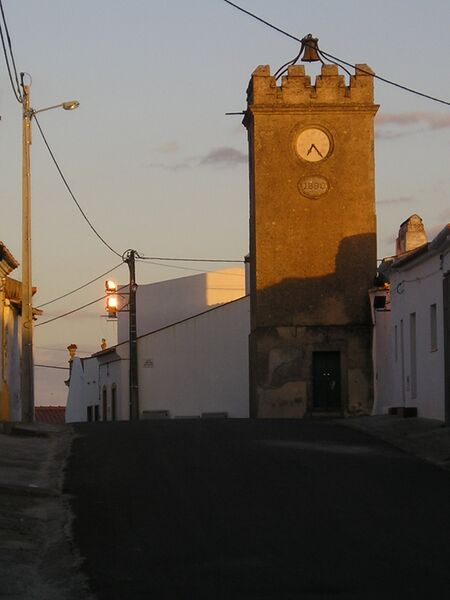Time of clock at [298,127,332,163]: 7:23
